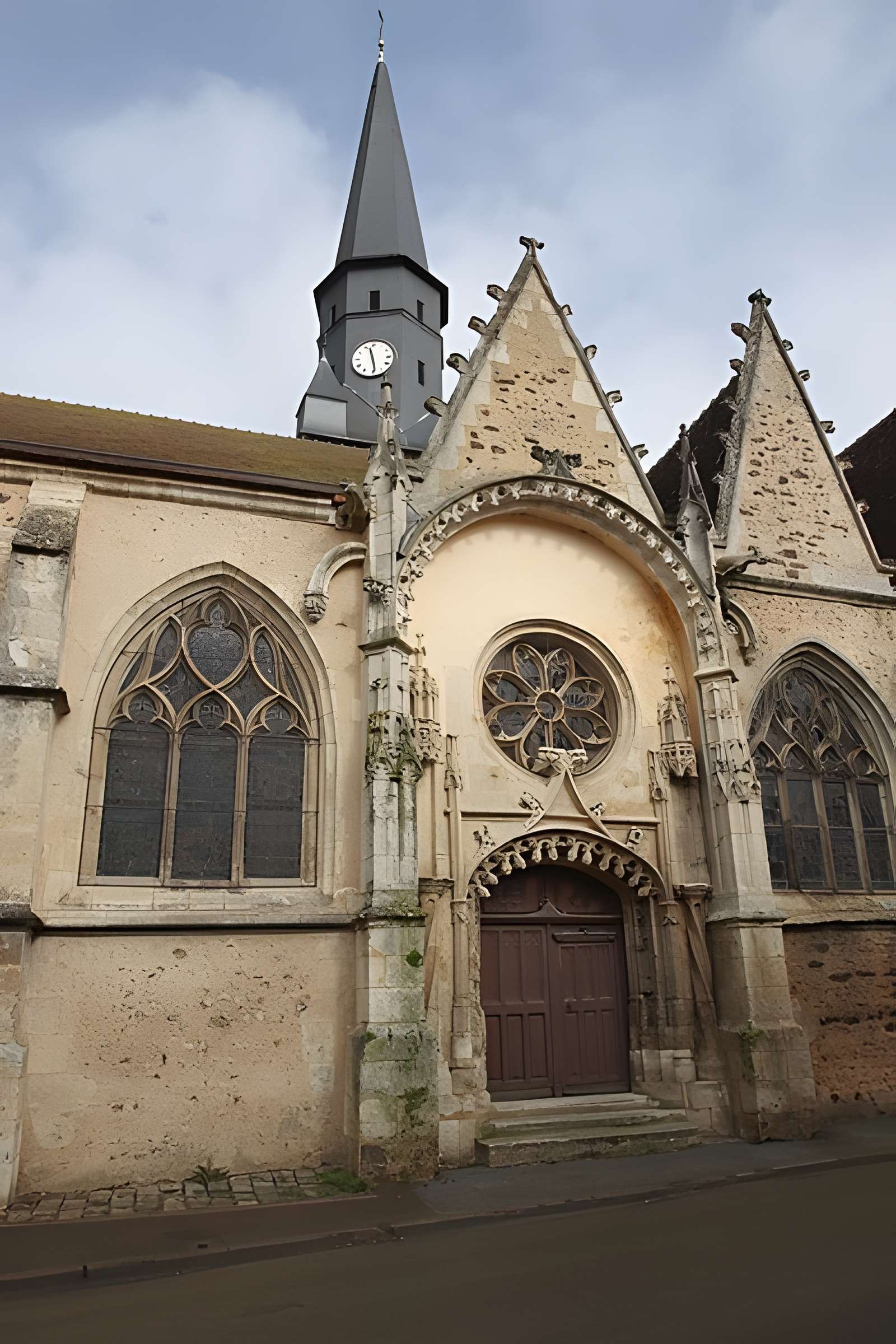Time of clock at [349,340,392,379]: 11:28
